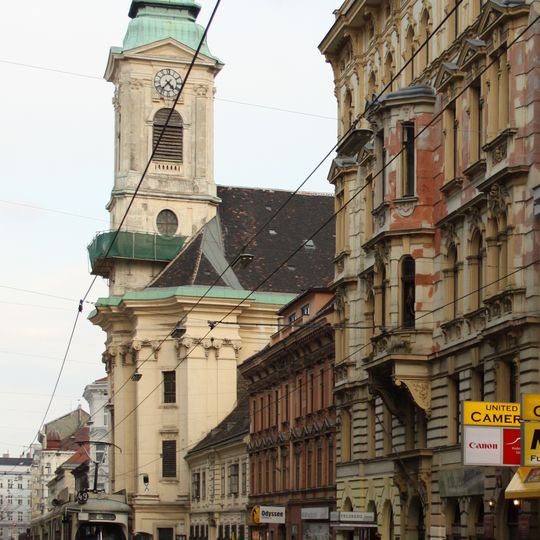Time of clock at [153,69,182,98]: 4:36
